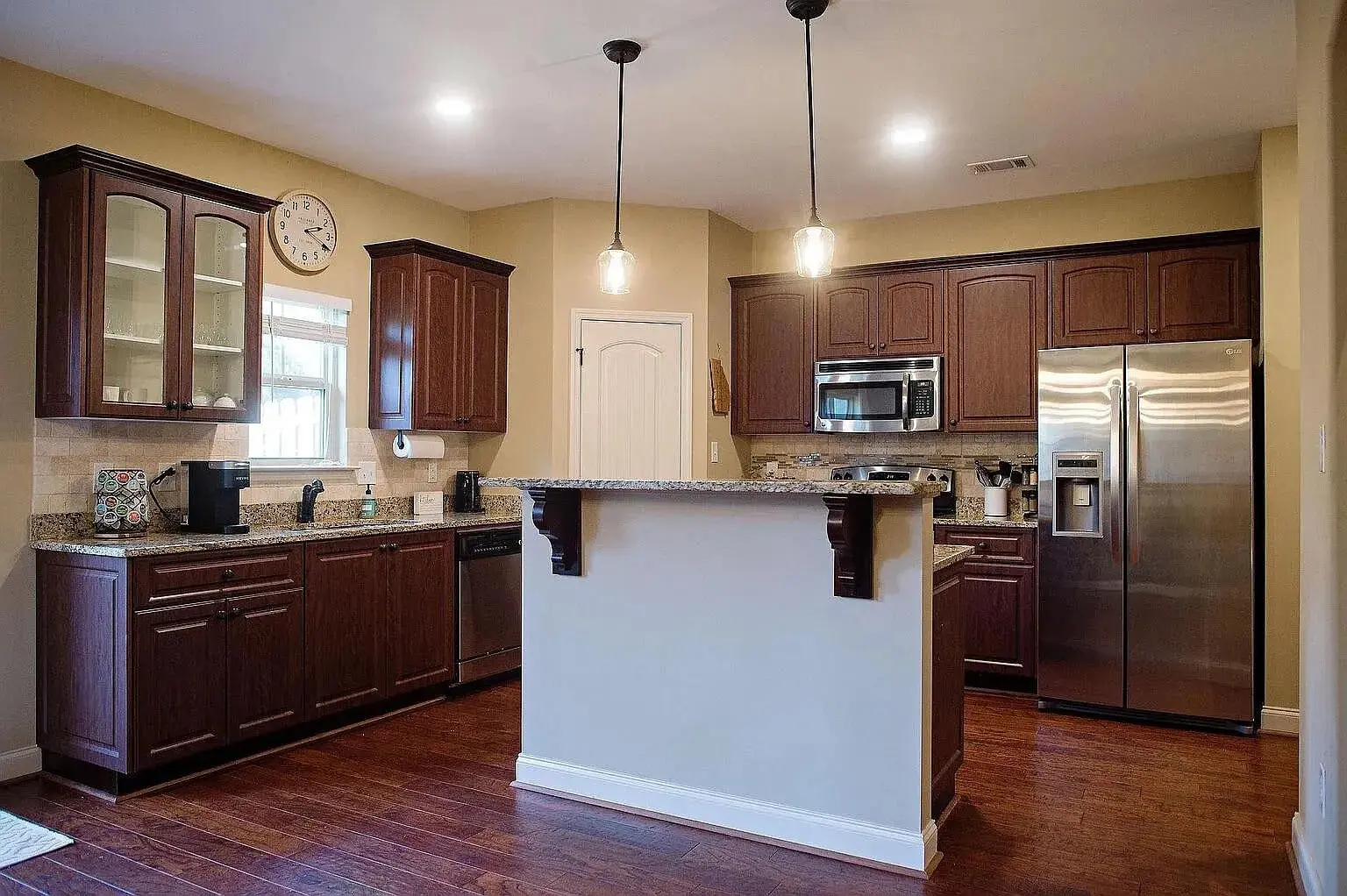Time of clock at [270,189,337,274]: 2:19
